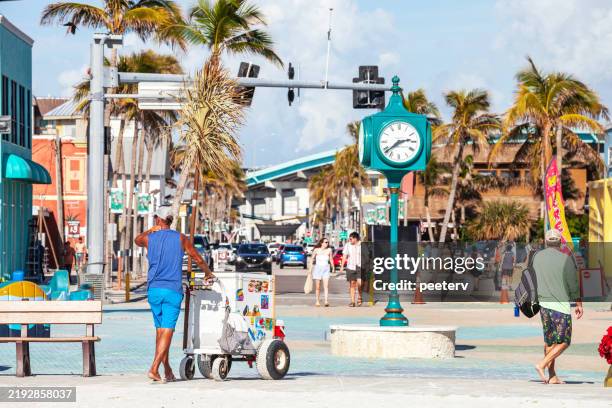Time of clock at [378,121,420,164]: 2:38
